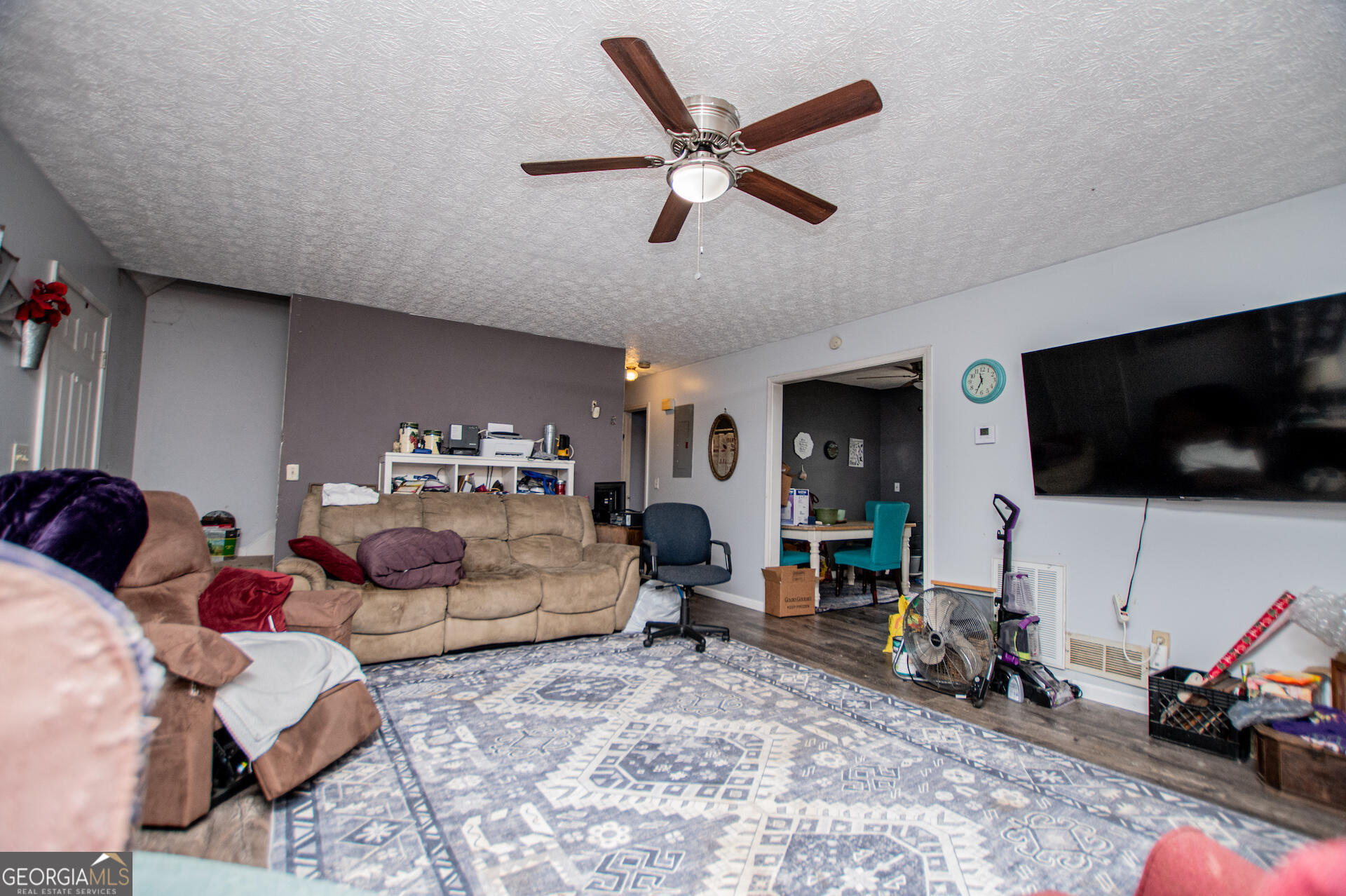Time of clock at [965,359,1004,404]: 11:34
